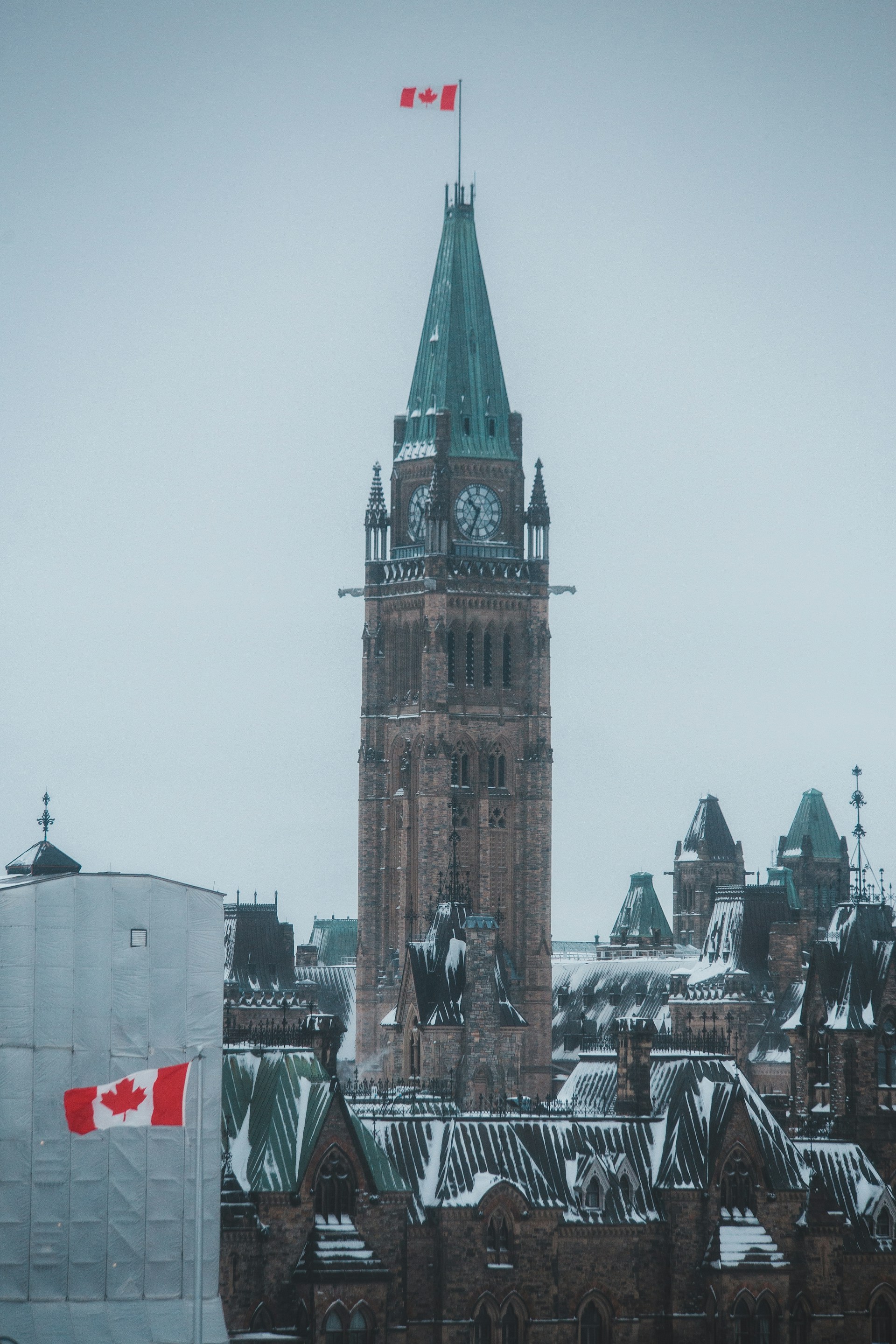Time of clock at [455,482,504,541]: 10:34
